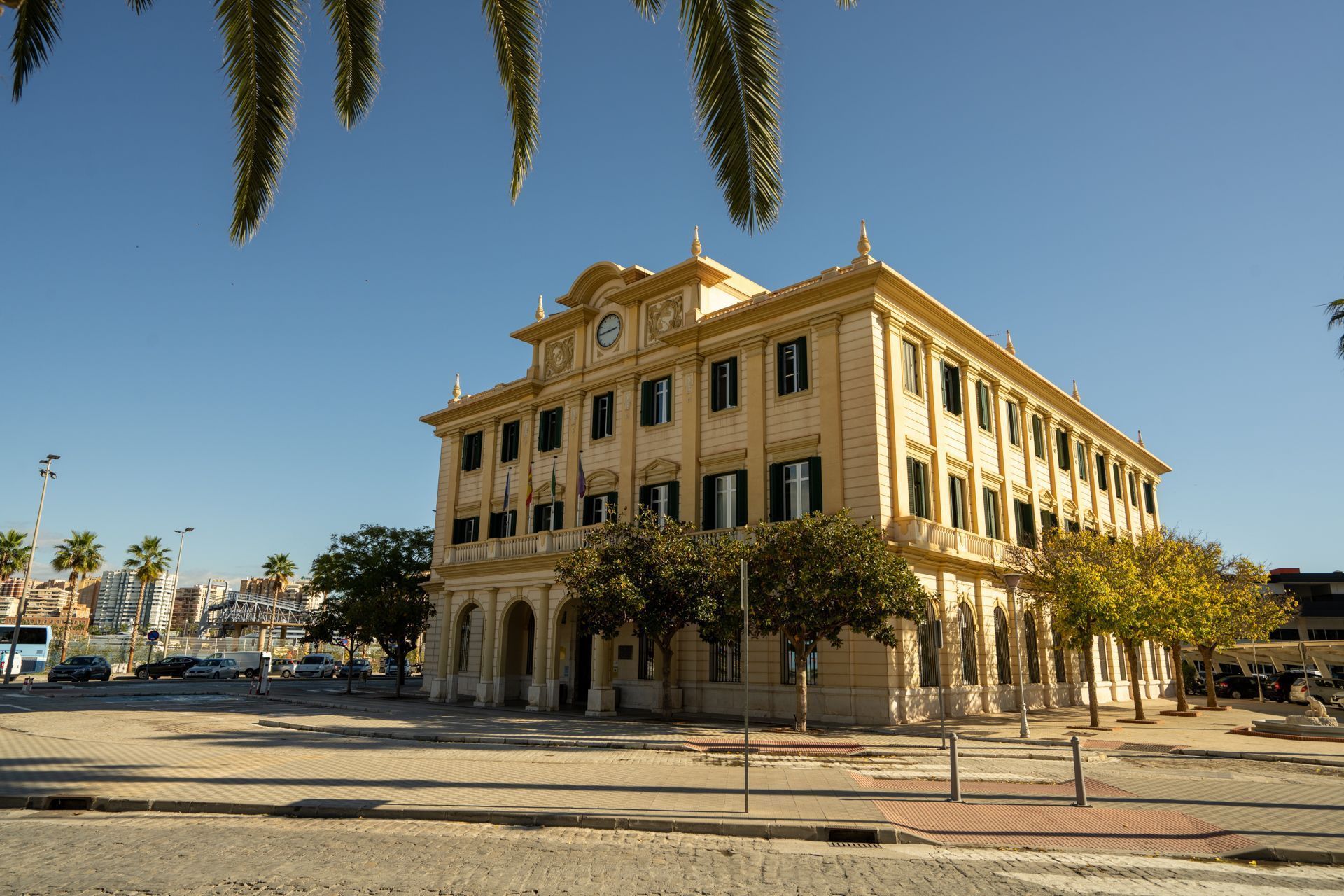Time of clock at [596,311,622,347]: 2:44
